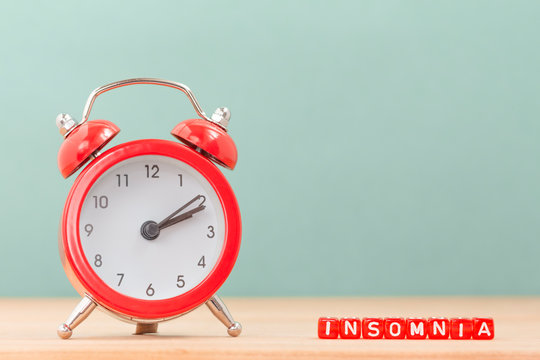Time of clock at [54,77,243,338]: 2:09
